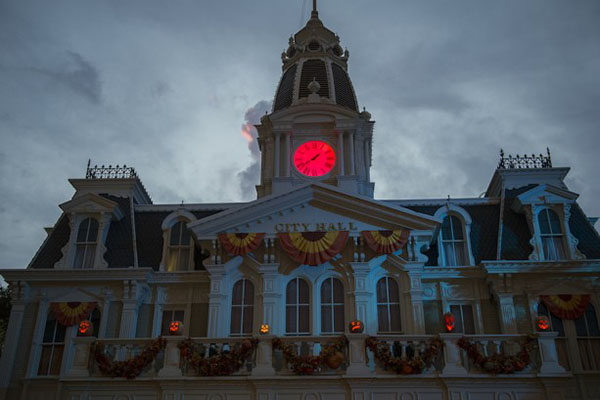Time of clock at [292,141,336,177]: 1:39
